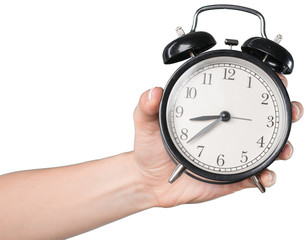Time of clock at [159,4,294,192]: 8:38
